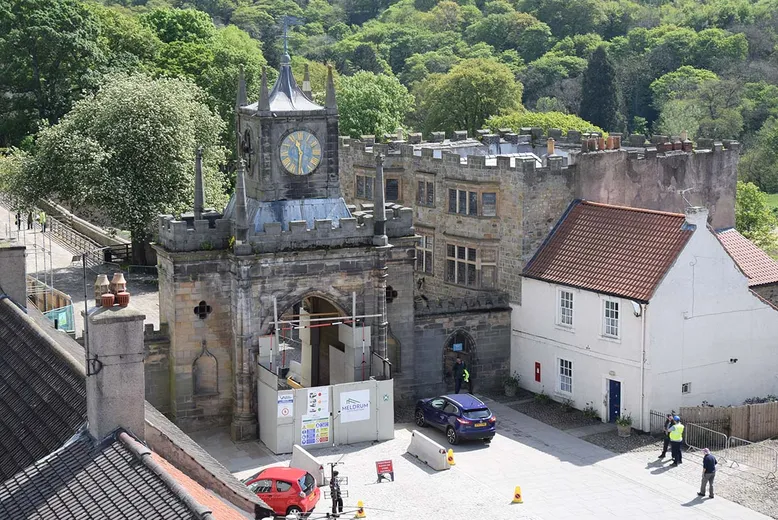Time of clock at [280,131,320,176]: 11:31
